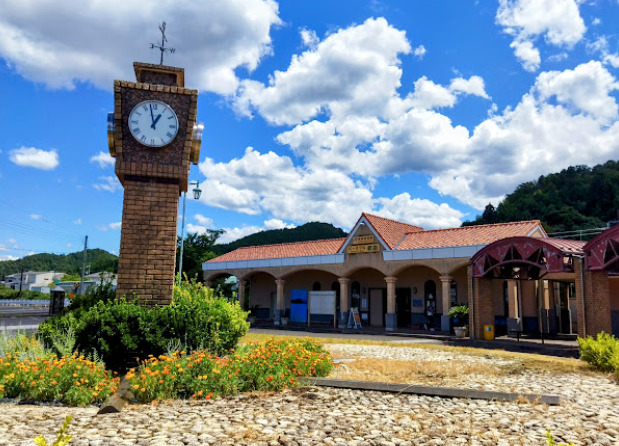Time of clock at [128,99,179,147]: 12:57
